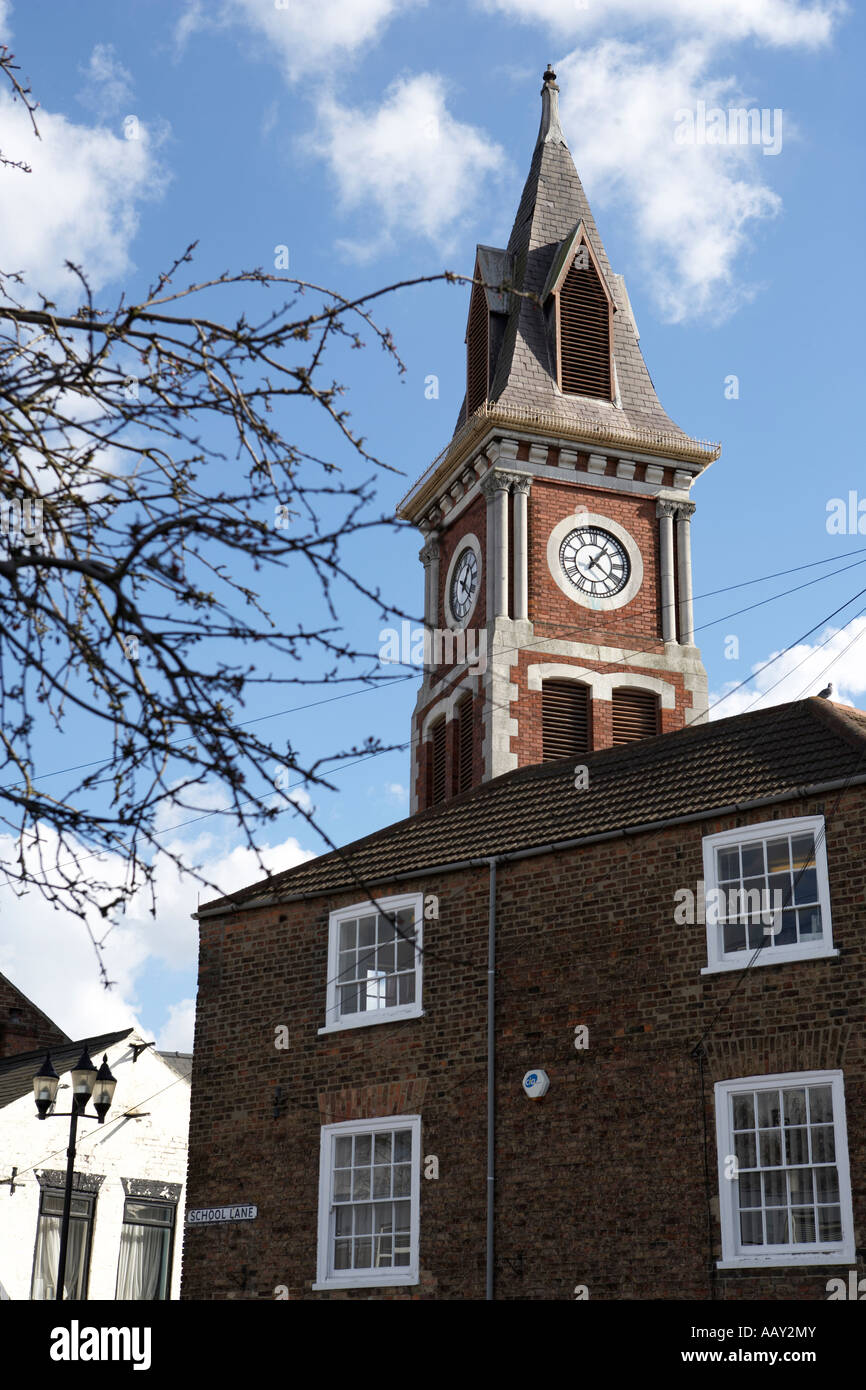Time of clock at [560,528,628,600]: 1:21
